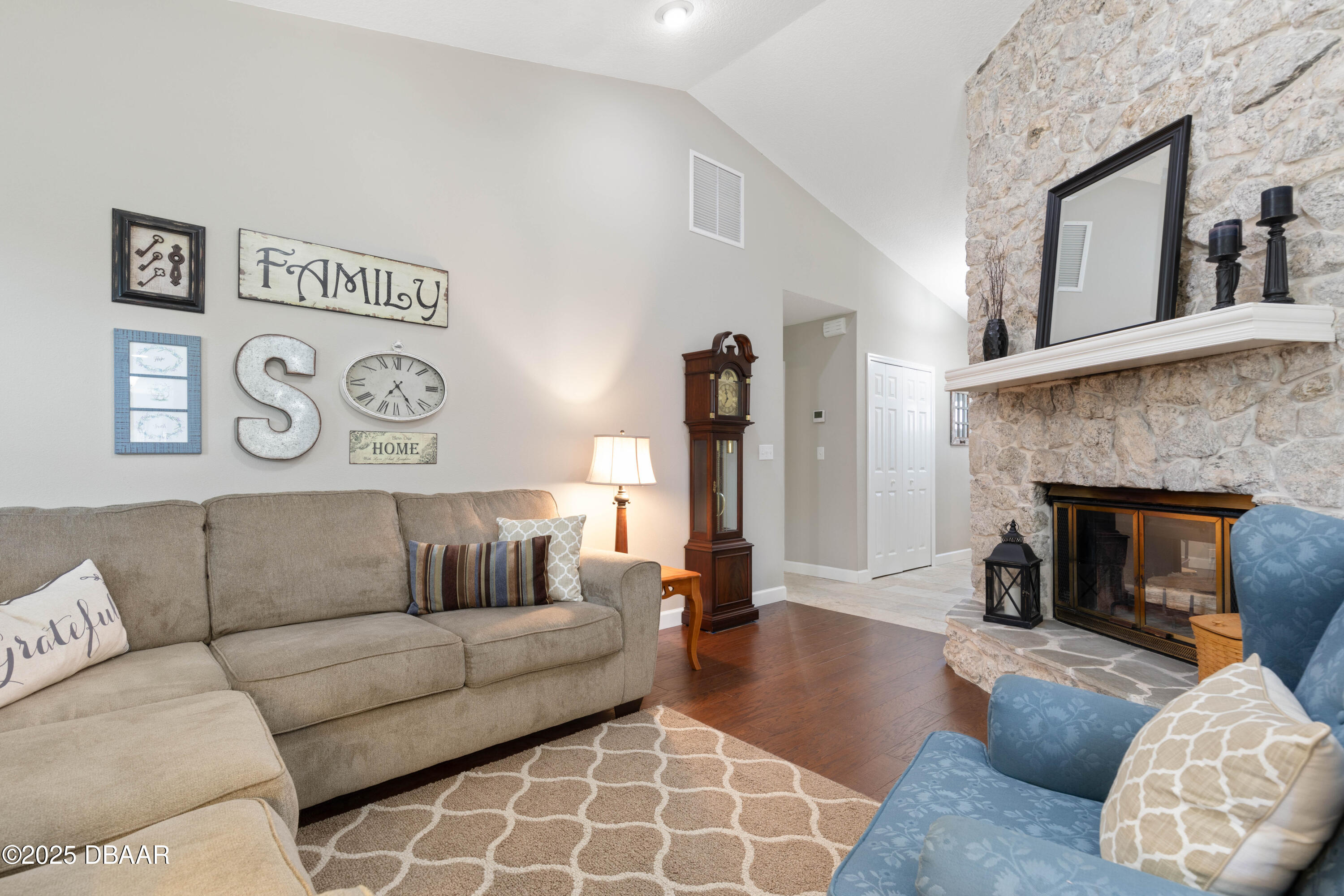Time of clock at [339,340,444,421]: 7:24
